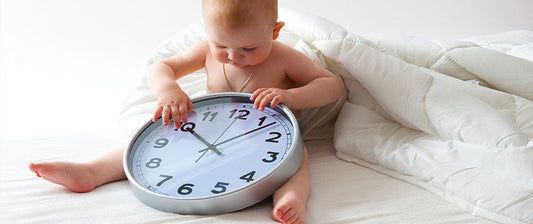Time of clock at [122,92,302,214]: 10:07
